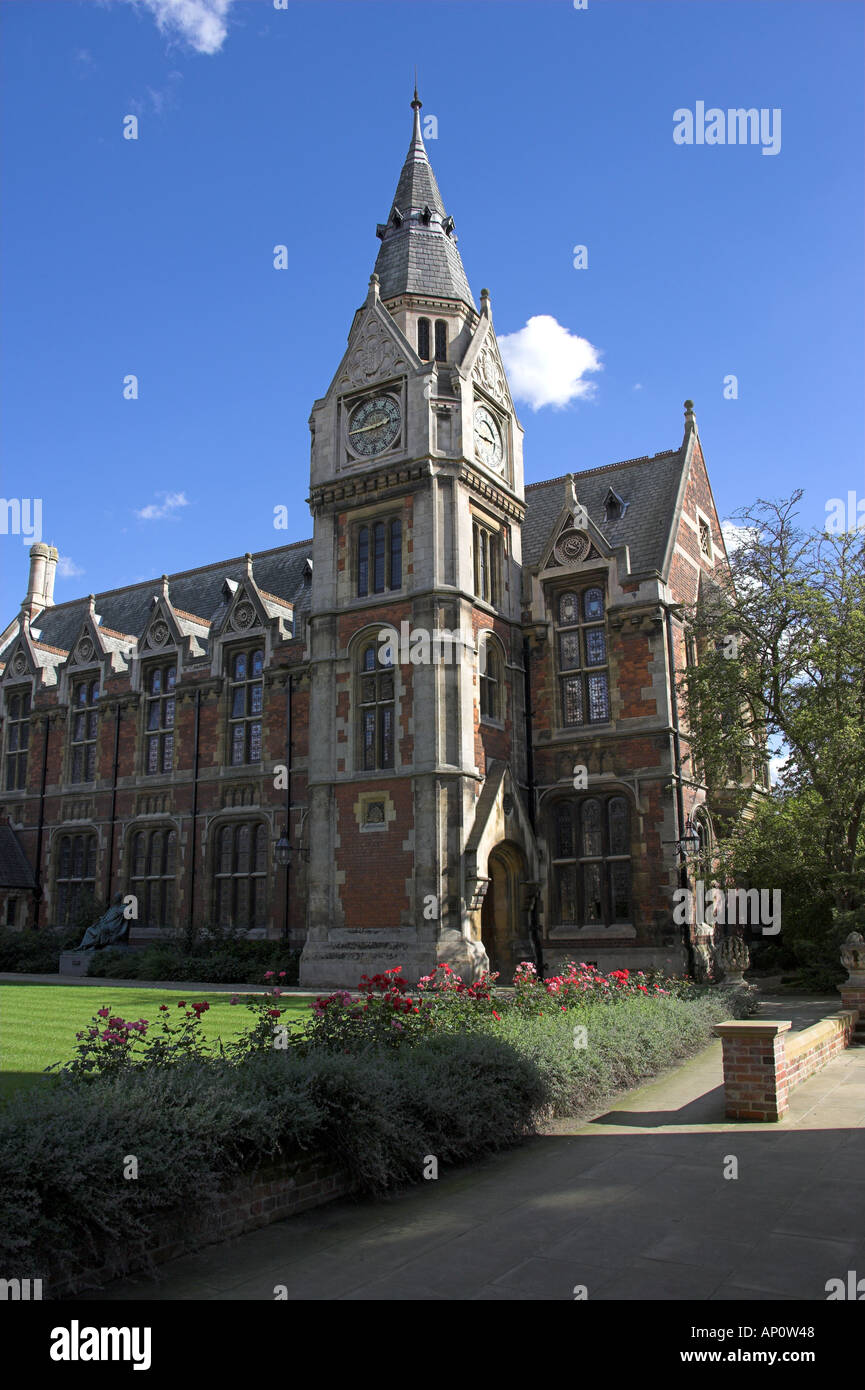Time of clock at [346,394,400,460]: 2:44
